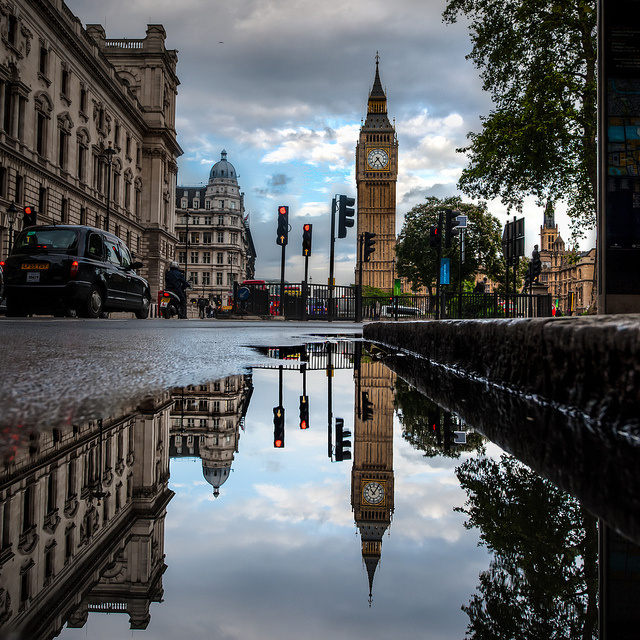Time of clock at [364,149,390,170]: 7:24
